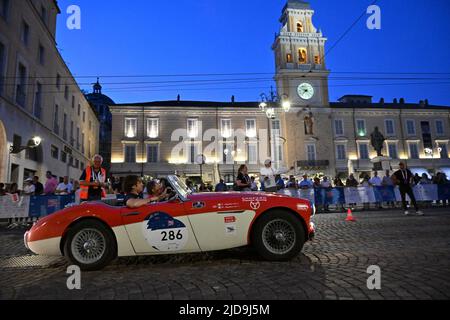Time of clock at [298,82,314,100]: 3:37
